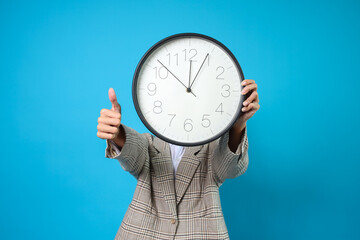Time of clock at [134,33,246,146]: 12:04
